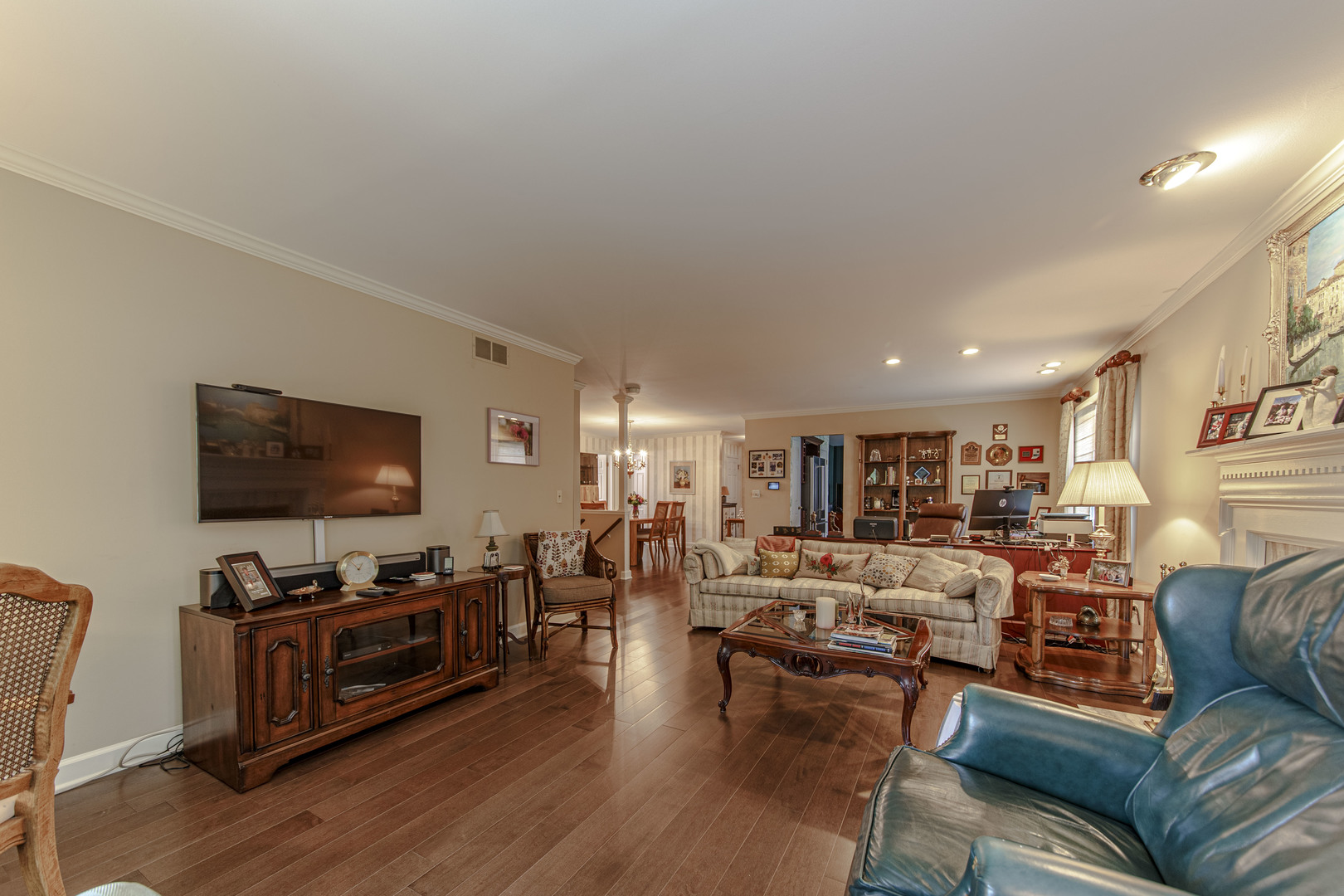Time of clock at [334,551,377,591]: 12:53
